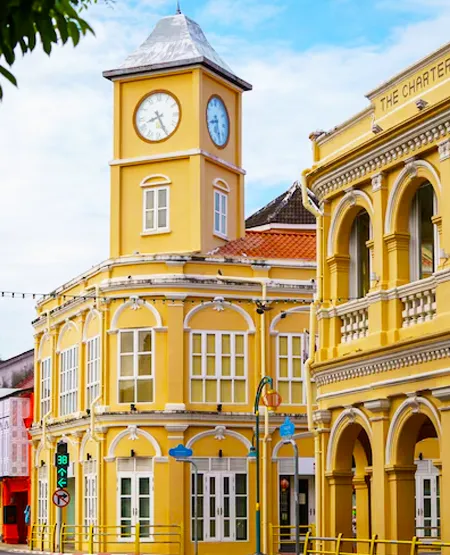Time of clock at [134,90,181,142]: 8:25
